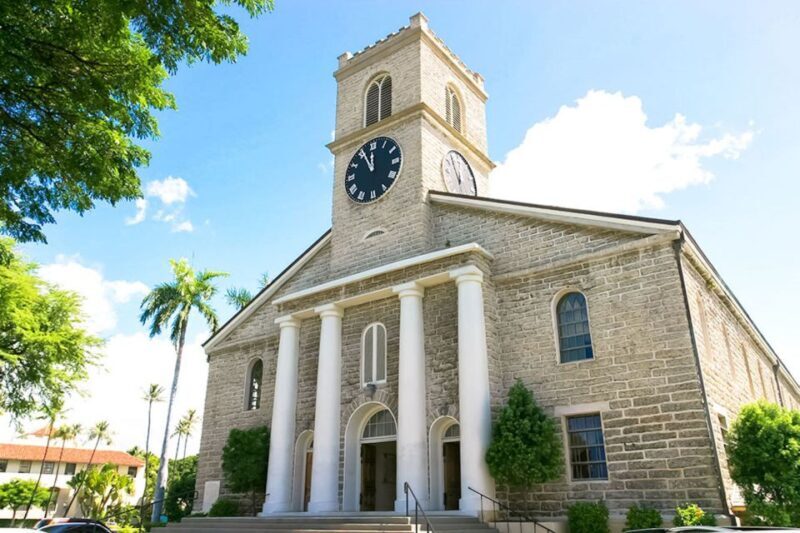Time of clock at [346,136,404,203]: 11:55
